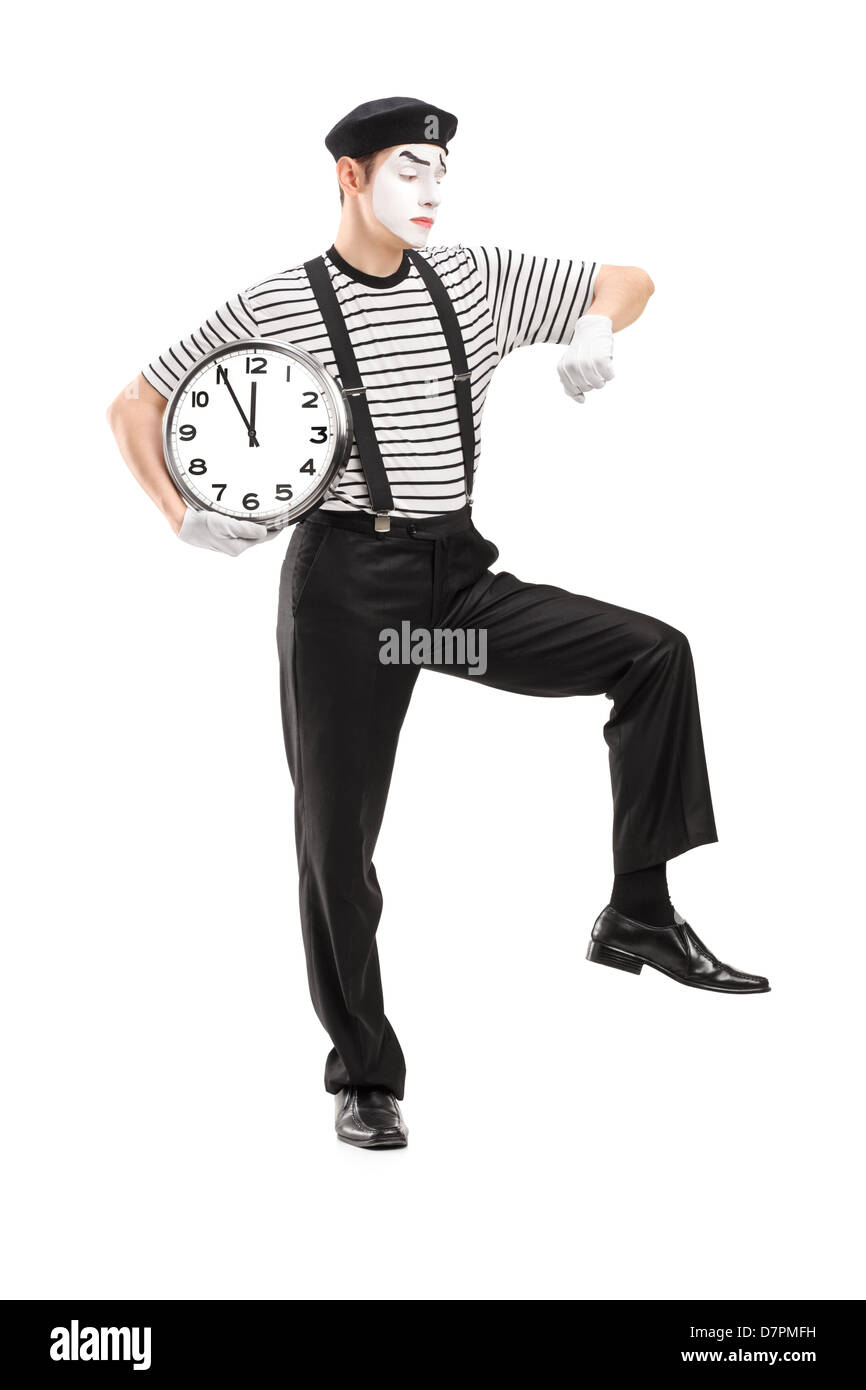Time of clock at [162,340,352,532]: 11:55
